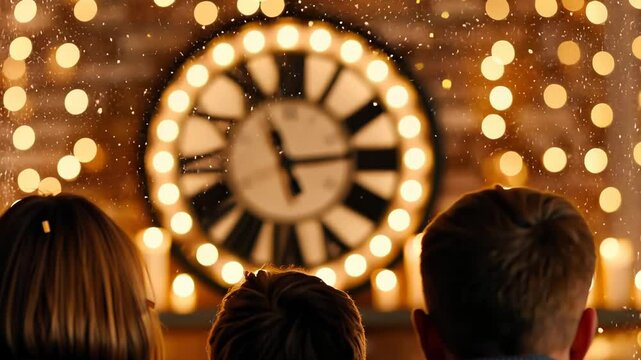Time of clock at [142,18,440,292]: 11:13
